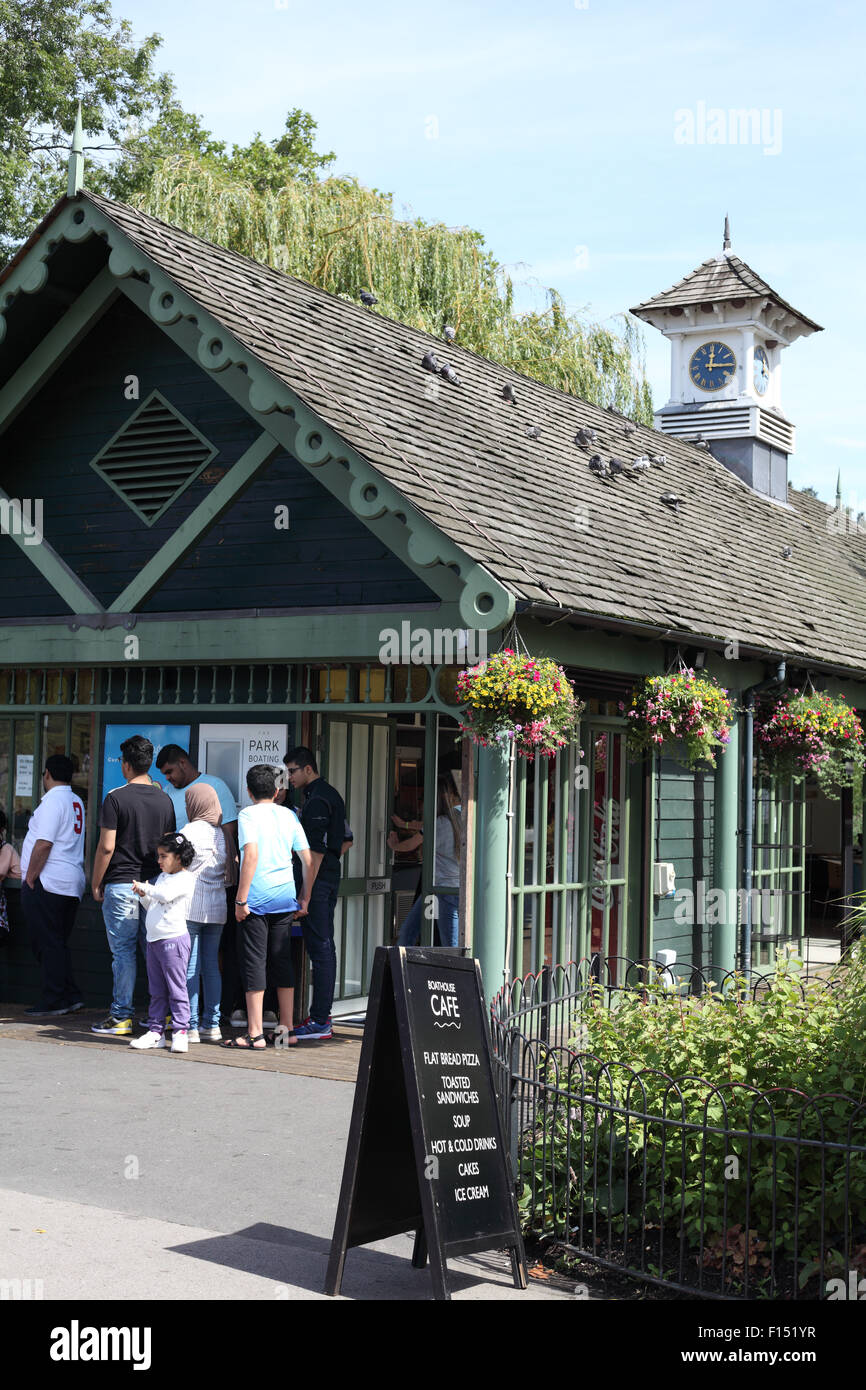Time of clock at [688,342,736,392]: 12:14
